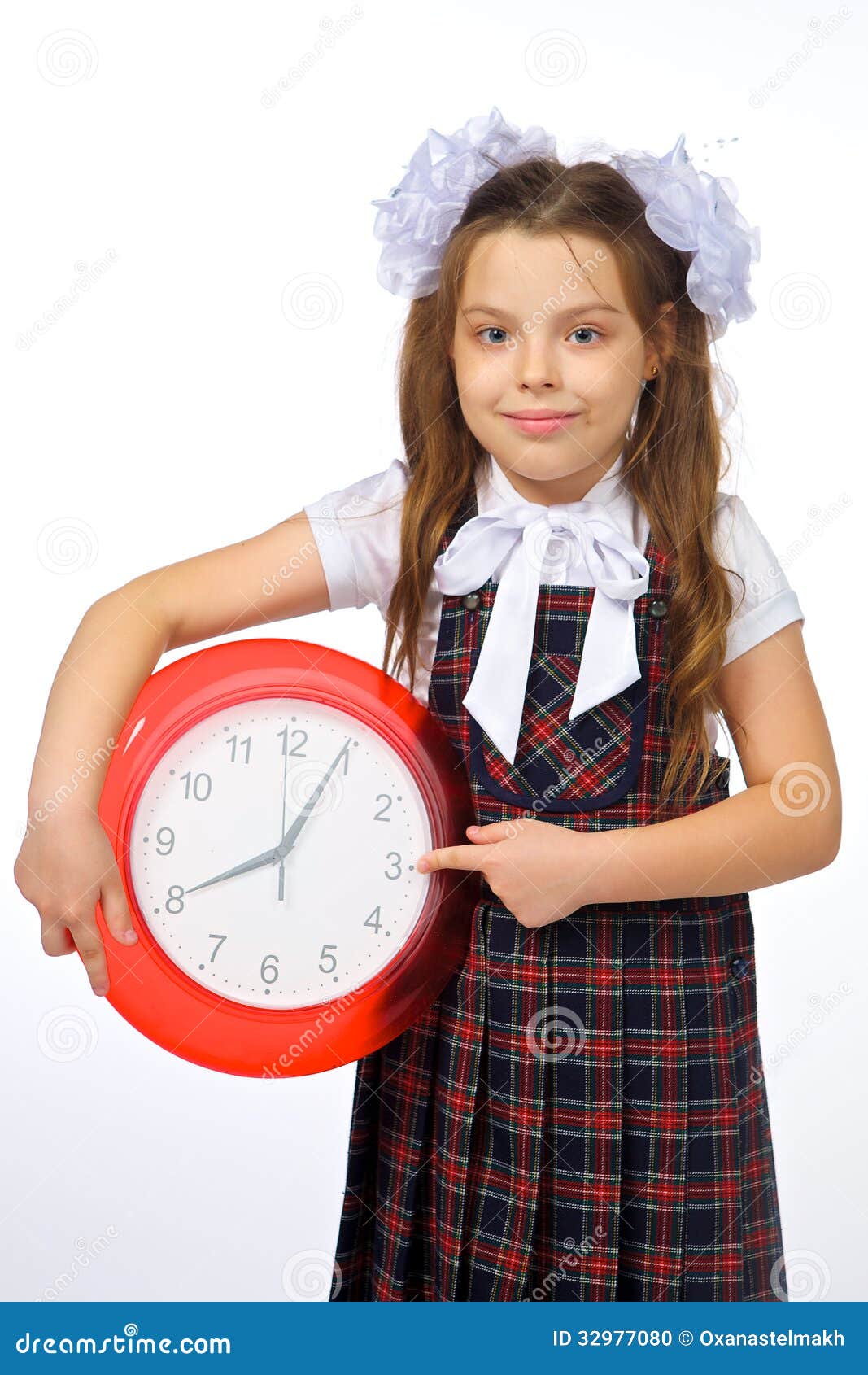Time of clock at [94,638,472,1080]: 8:04
